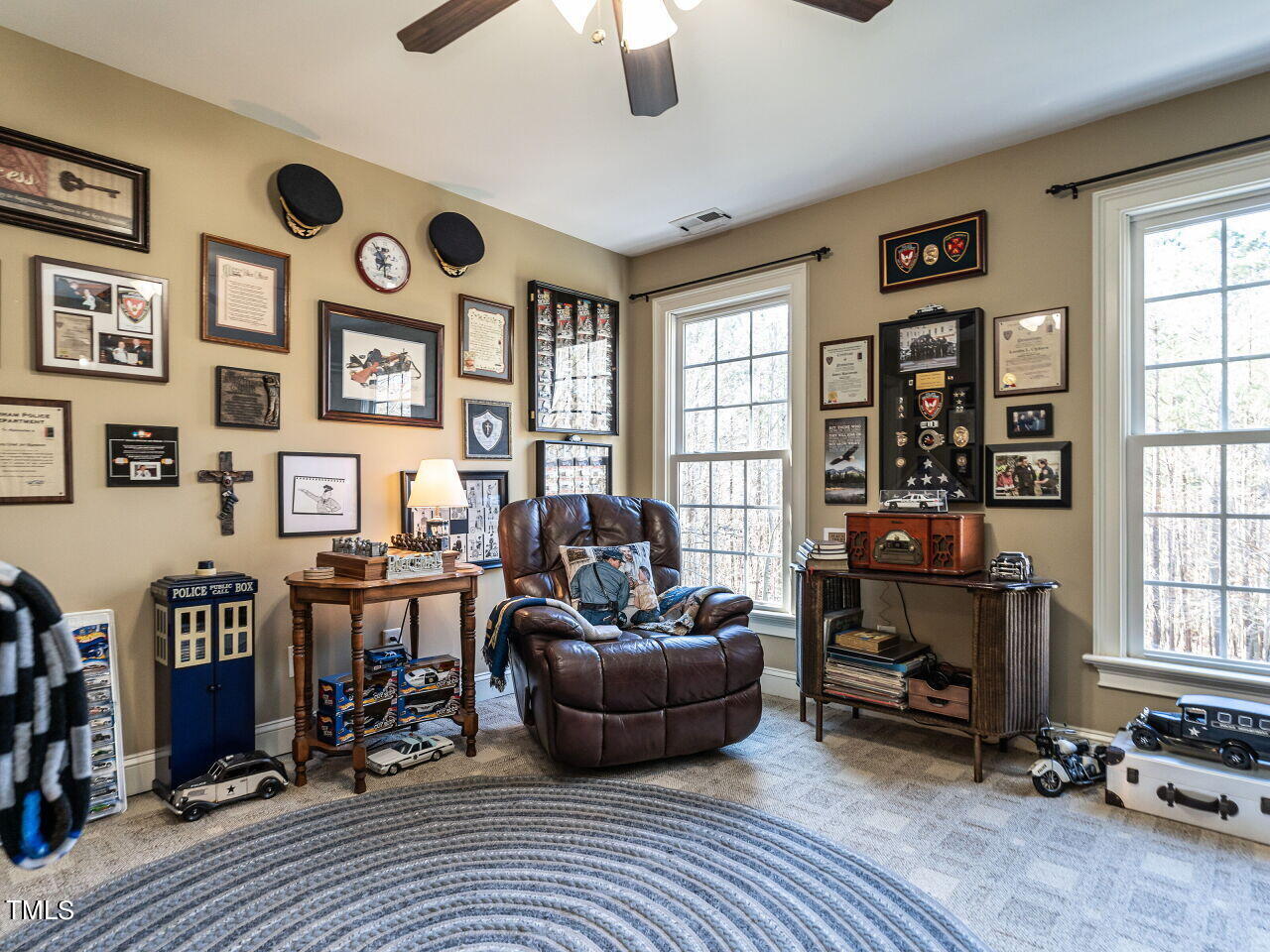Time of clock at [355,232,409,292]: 6:54
